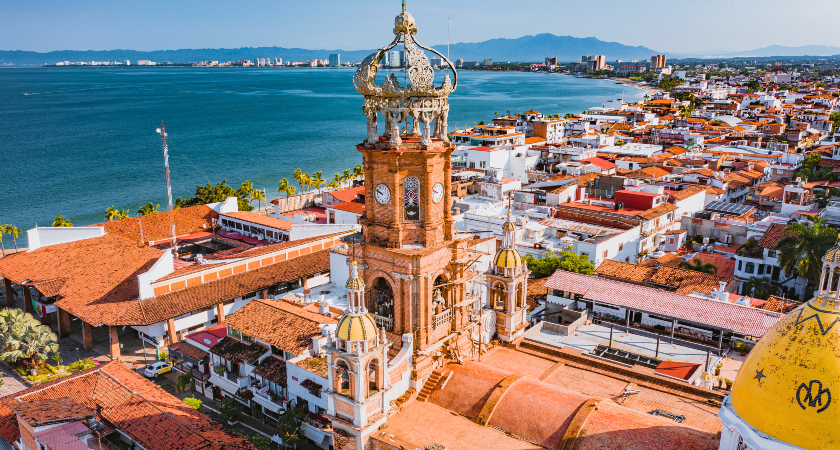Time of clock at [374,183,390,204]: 9:48
